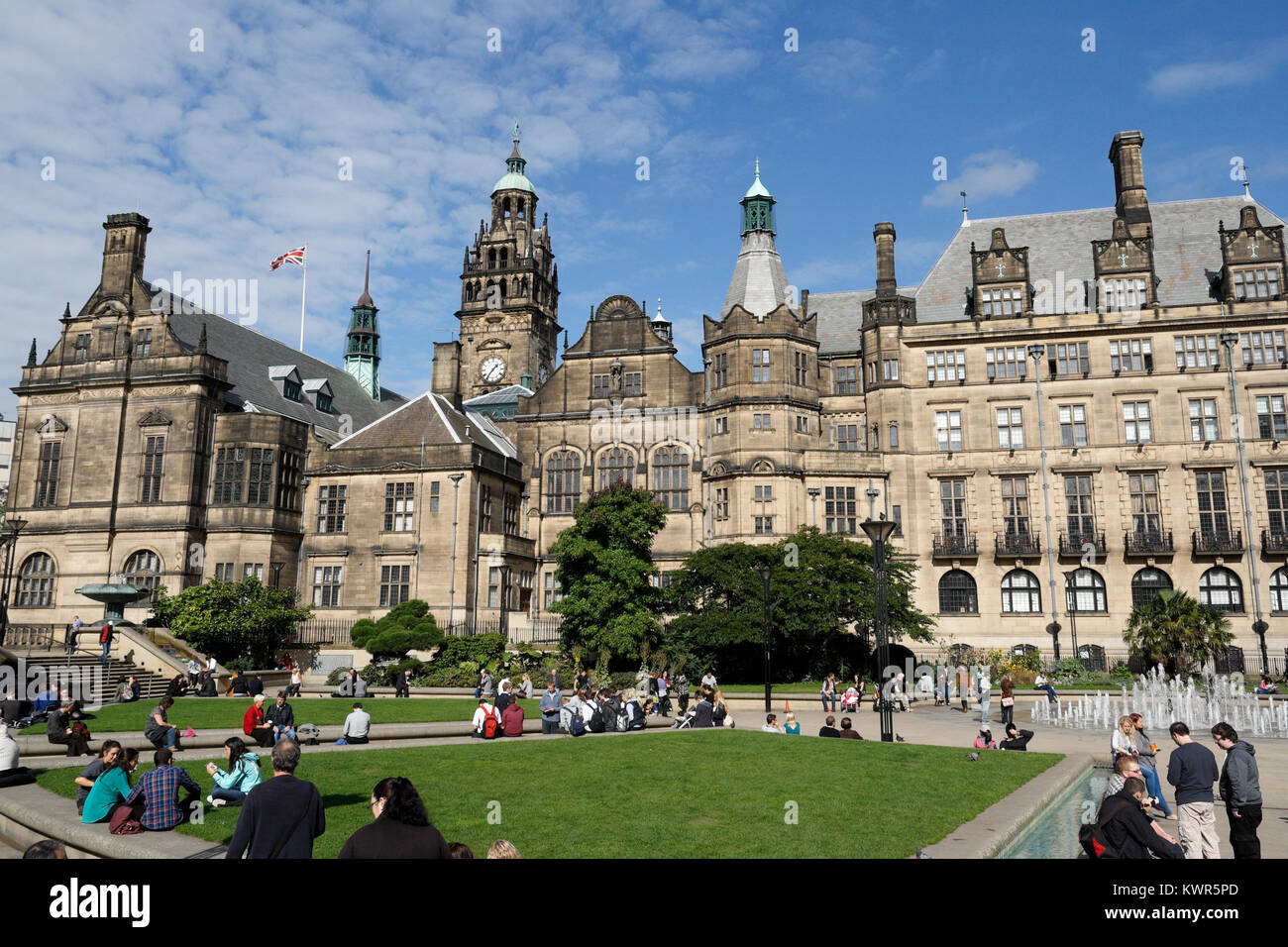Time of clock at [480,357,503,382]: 1:36
